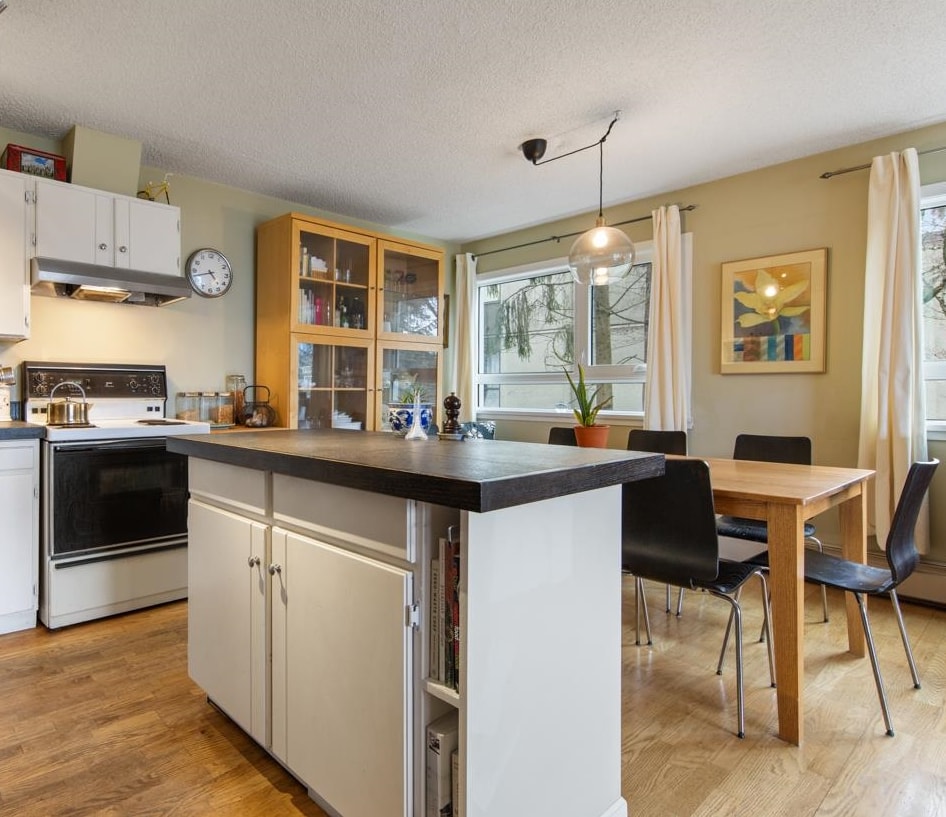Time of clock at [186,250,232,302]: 4:42
